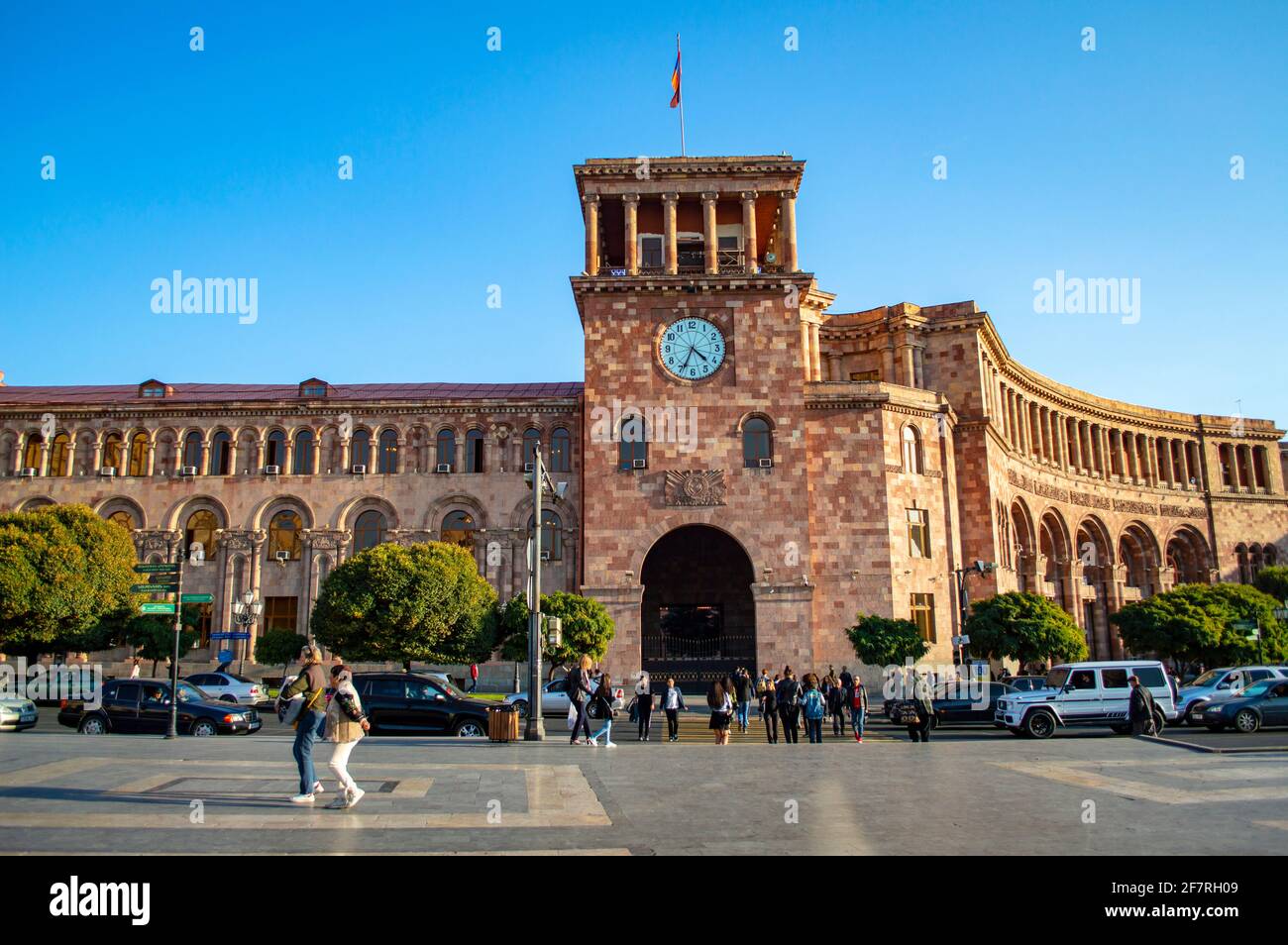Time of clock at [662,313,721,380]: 4:34
